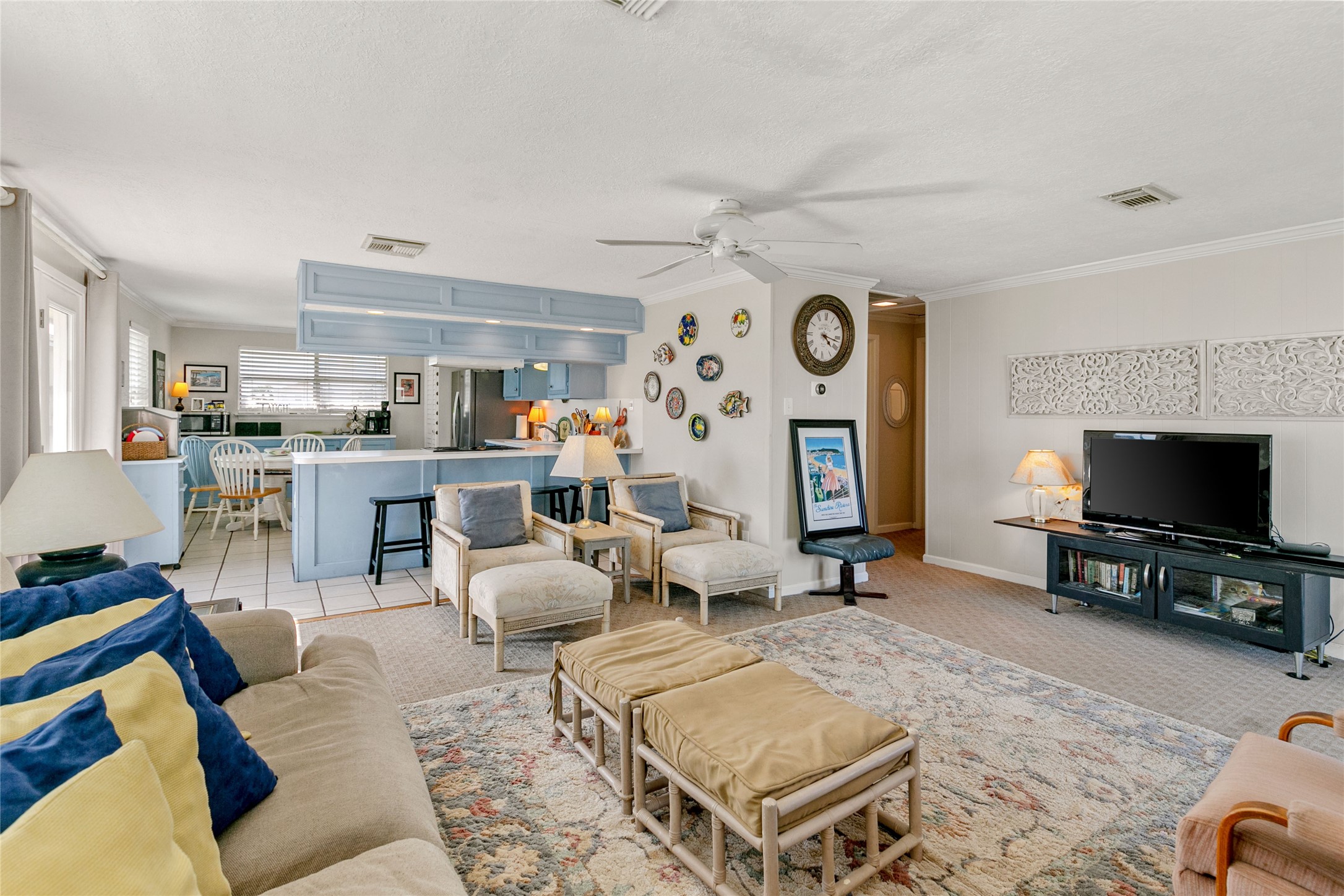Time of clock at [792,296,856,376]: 4:17
